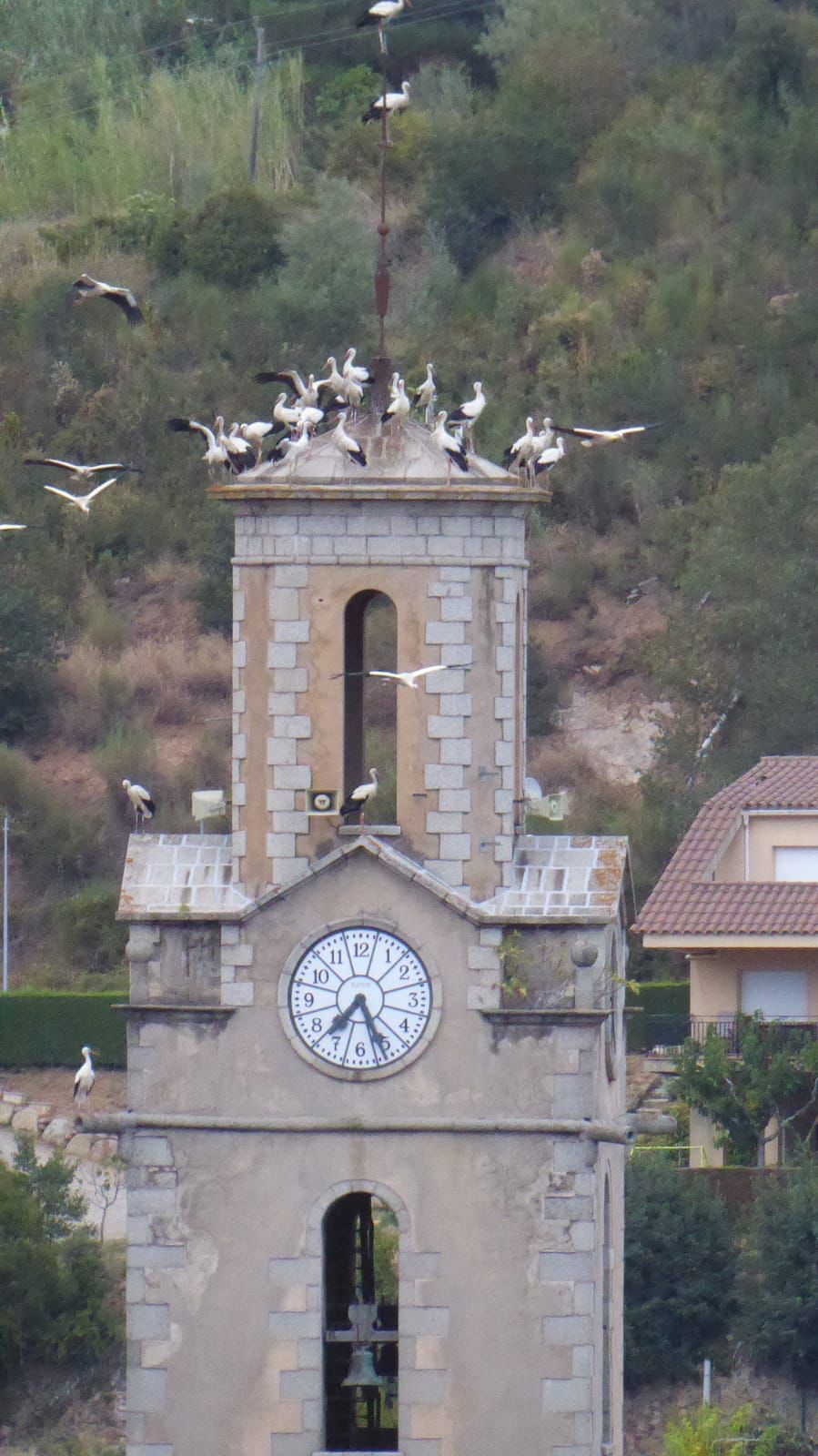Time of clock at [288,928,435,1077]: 7:26
